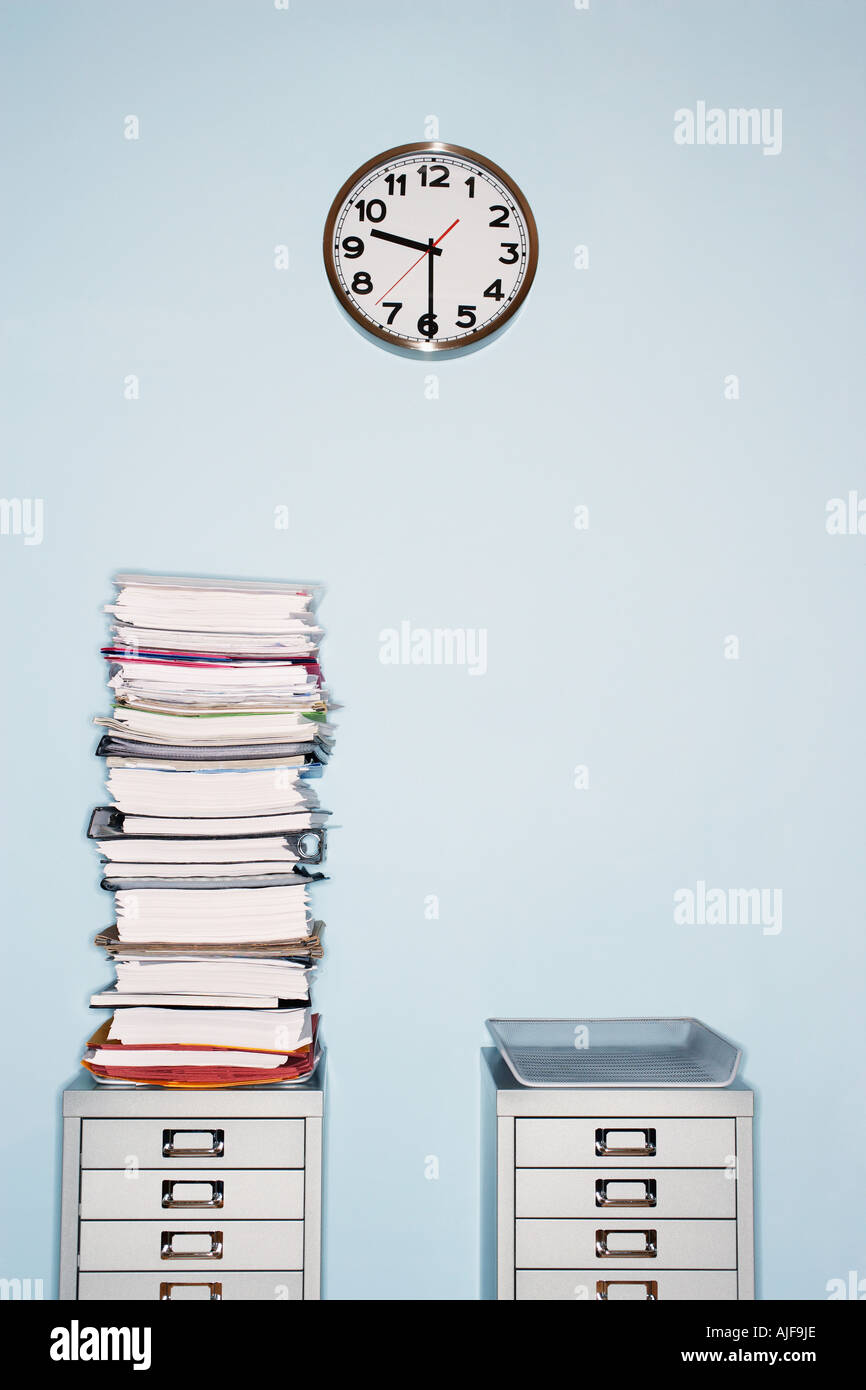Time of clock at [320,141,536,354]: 9:29
